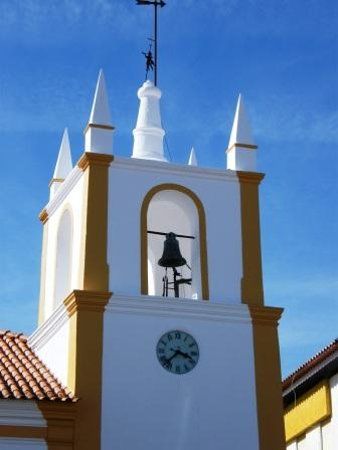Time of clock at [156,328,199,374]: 3:37
